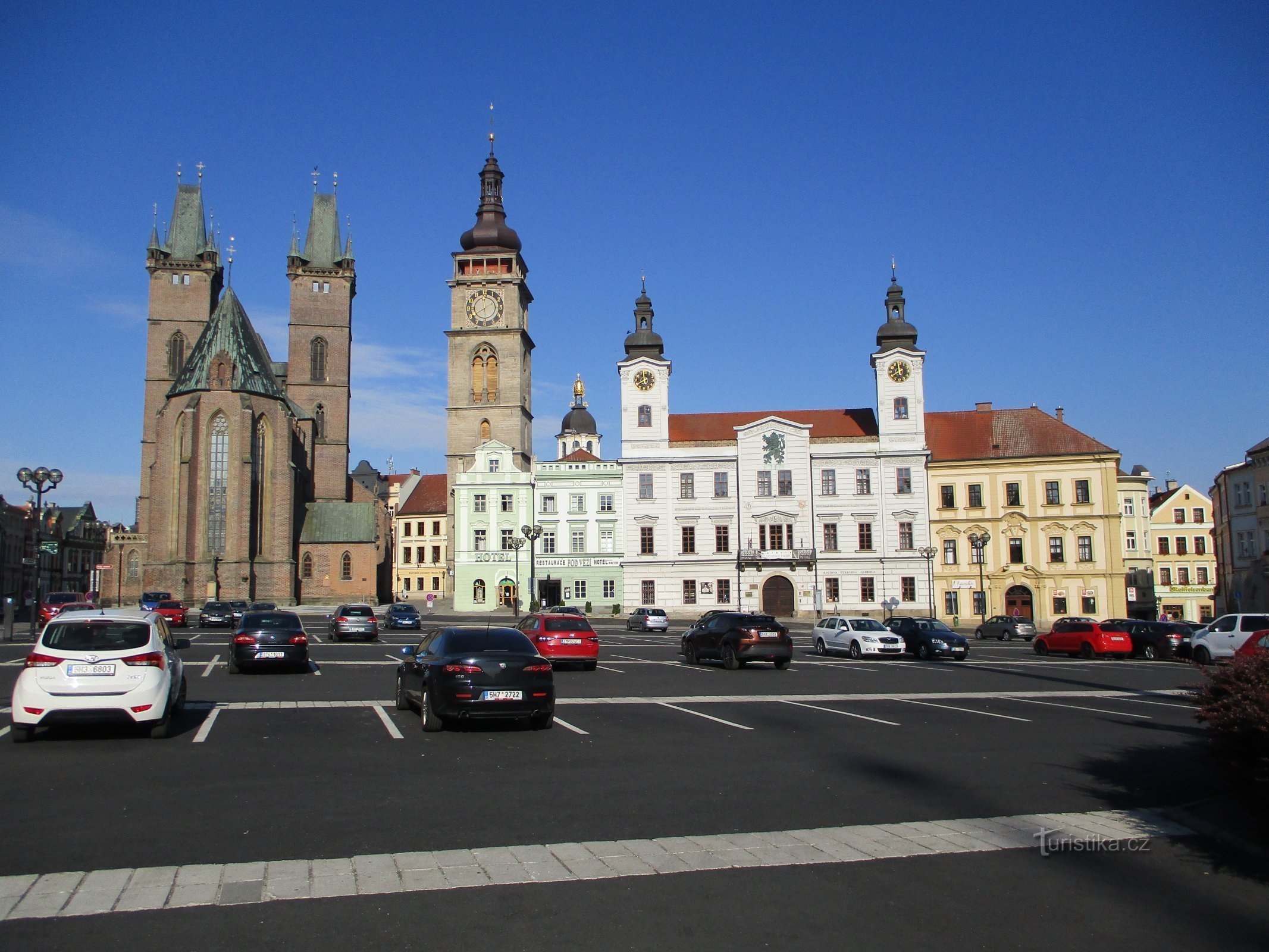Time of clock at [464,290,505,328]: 7:59
